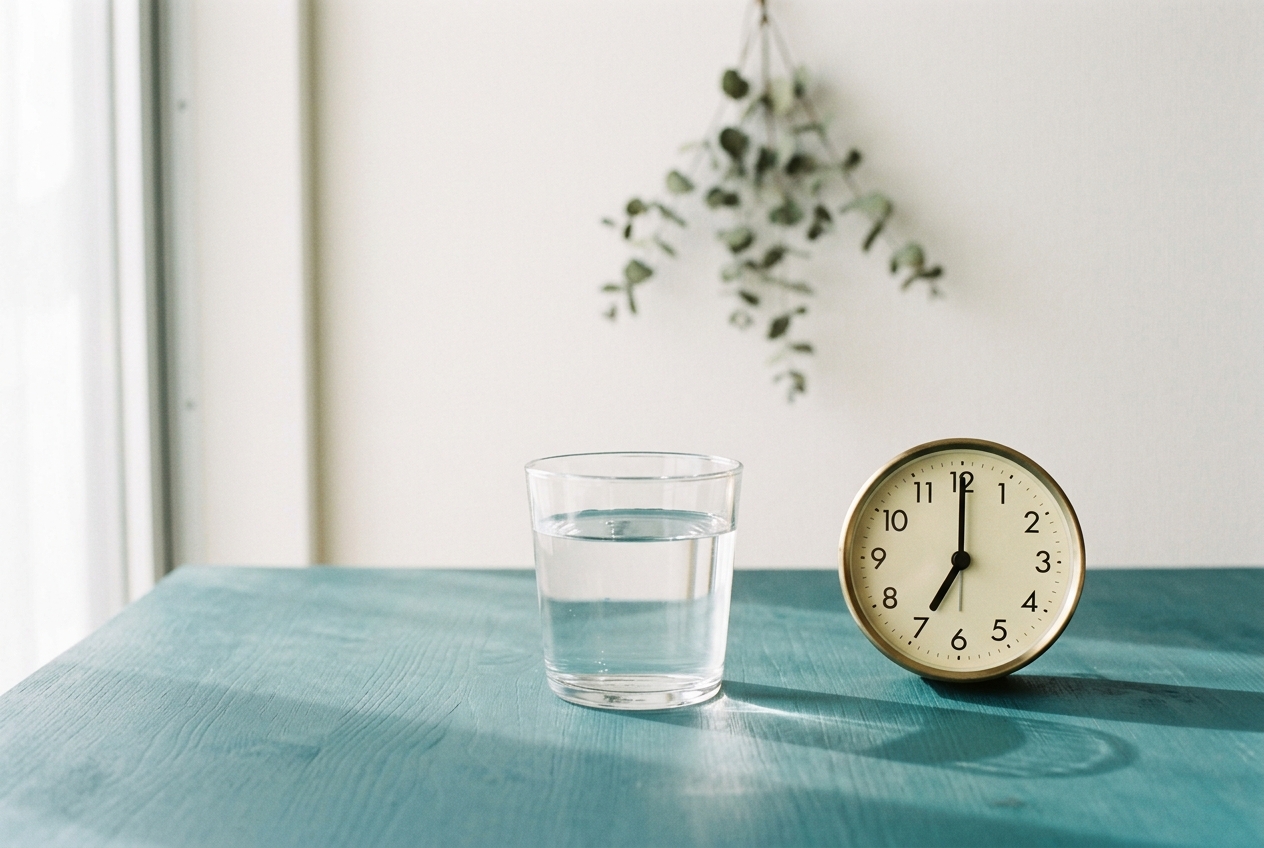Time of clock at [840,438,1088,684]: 7:00
